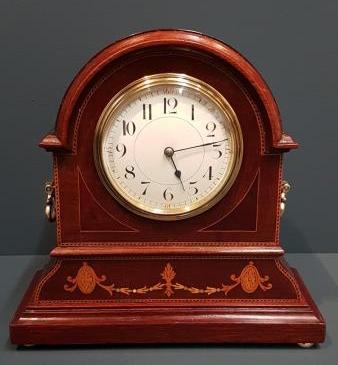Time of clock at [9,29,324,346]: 5:13
